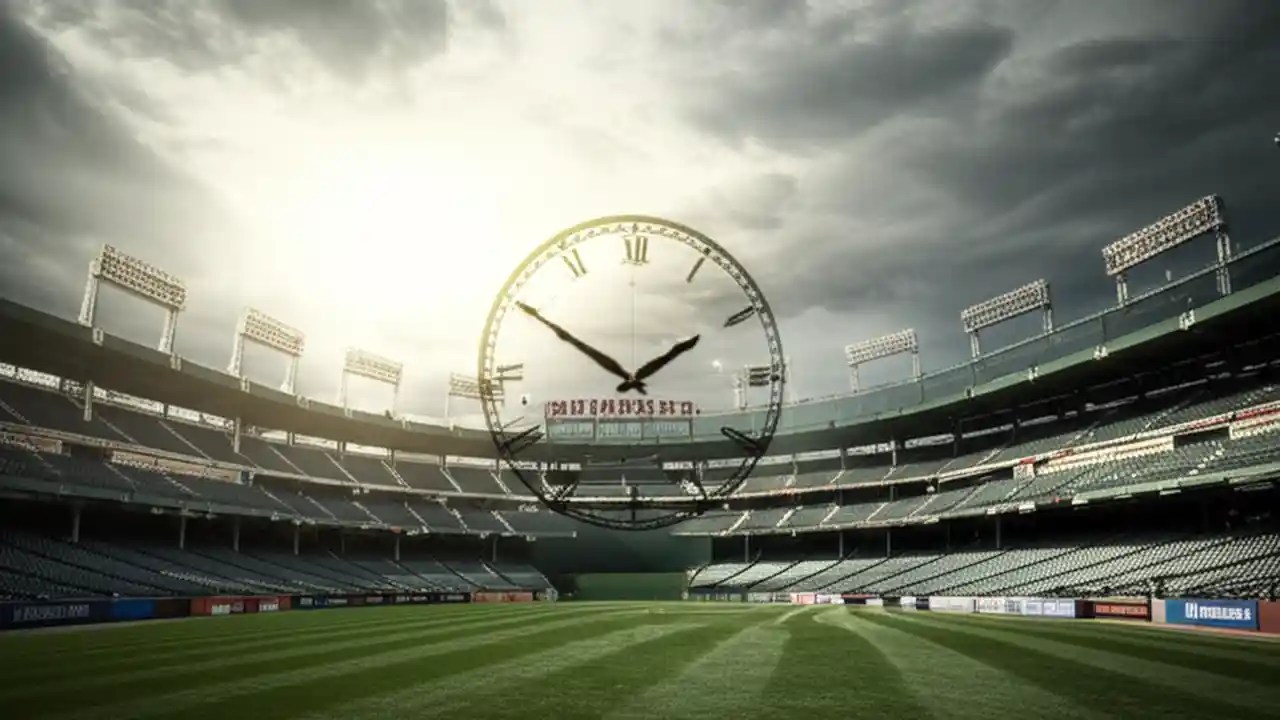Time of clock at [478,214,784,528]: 1:50
